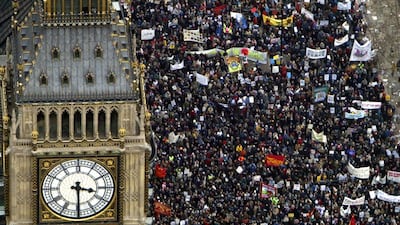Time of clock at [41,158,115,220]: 3:29
